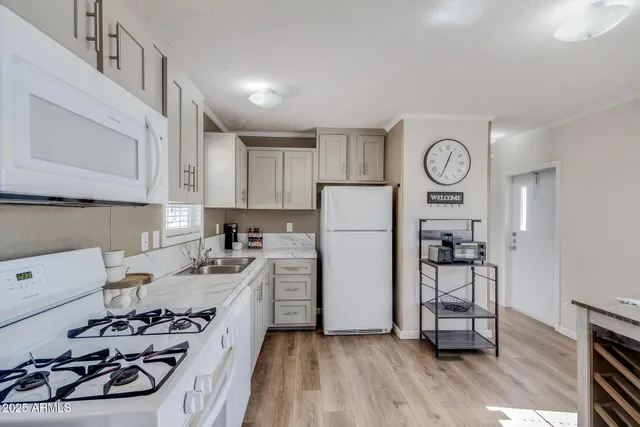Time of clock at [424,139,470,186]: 12:33
